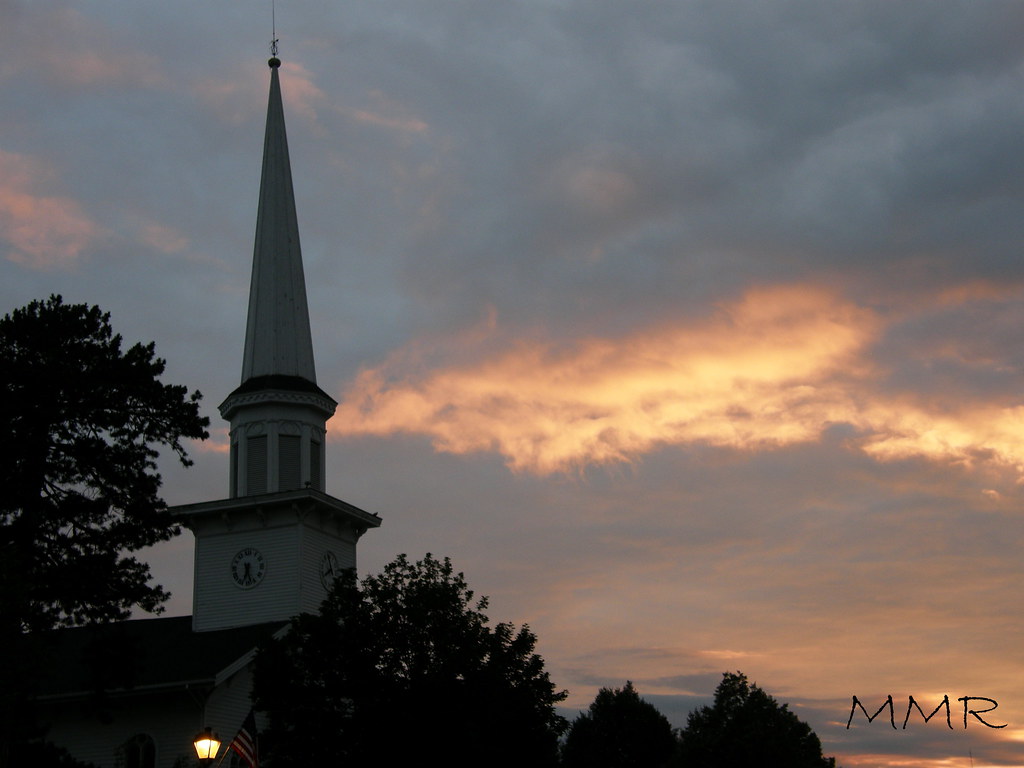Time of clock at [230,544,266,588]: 6:26
